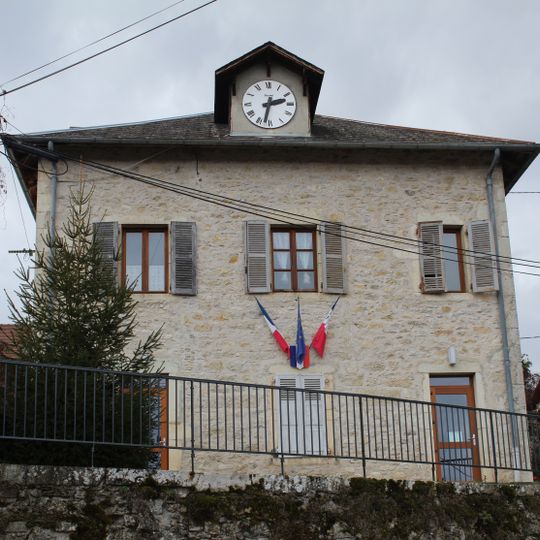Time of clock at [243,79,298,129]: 2:32
